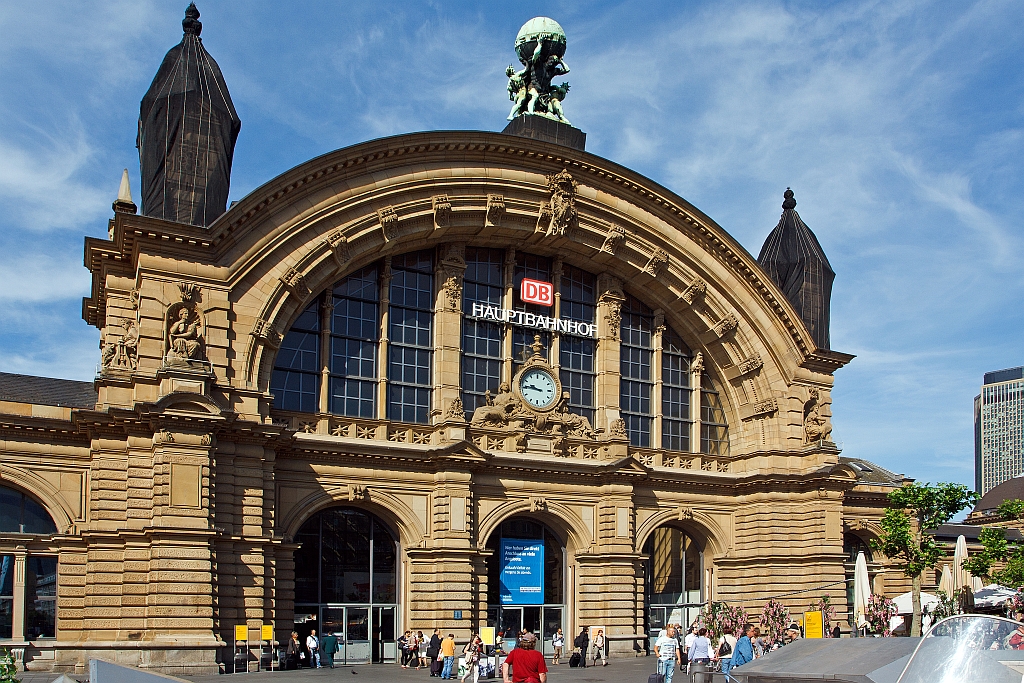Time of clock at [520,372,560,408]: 9:45
